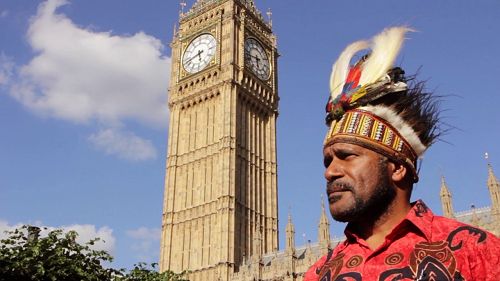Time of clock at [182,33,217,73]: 5:42
